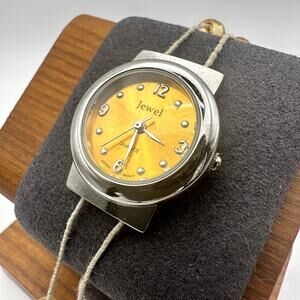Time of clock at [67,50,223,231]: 4:33
